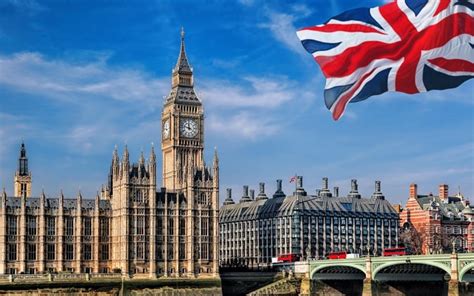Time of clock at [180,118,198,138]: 11:47
